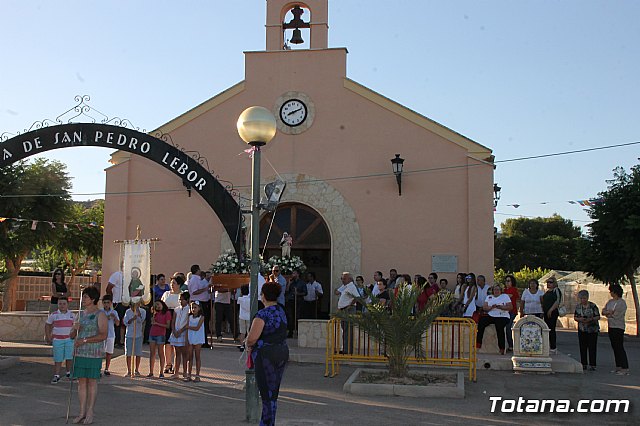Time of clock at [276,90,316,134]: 2:11
